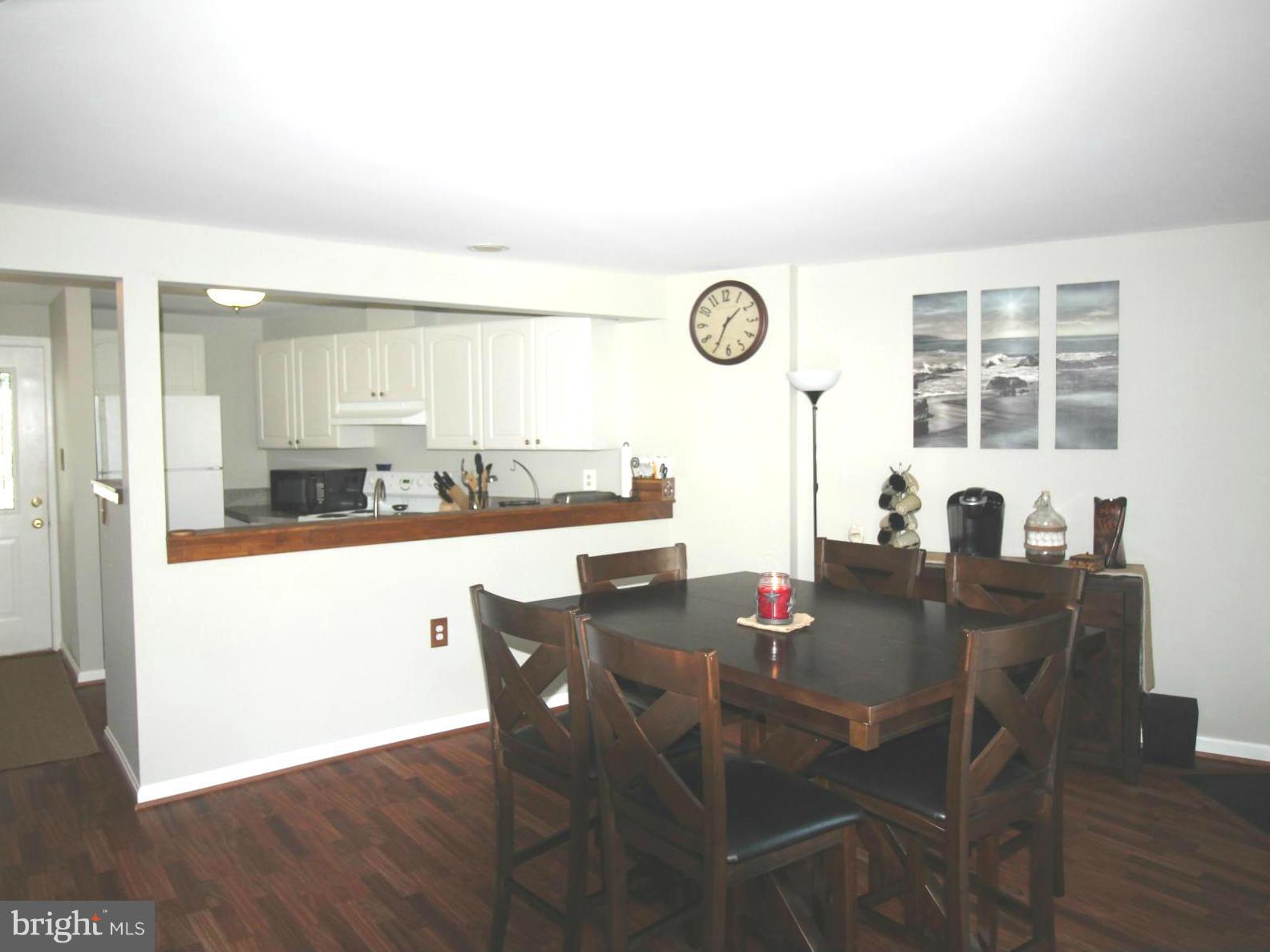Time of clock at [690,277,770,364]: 1:34
